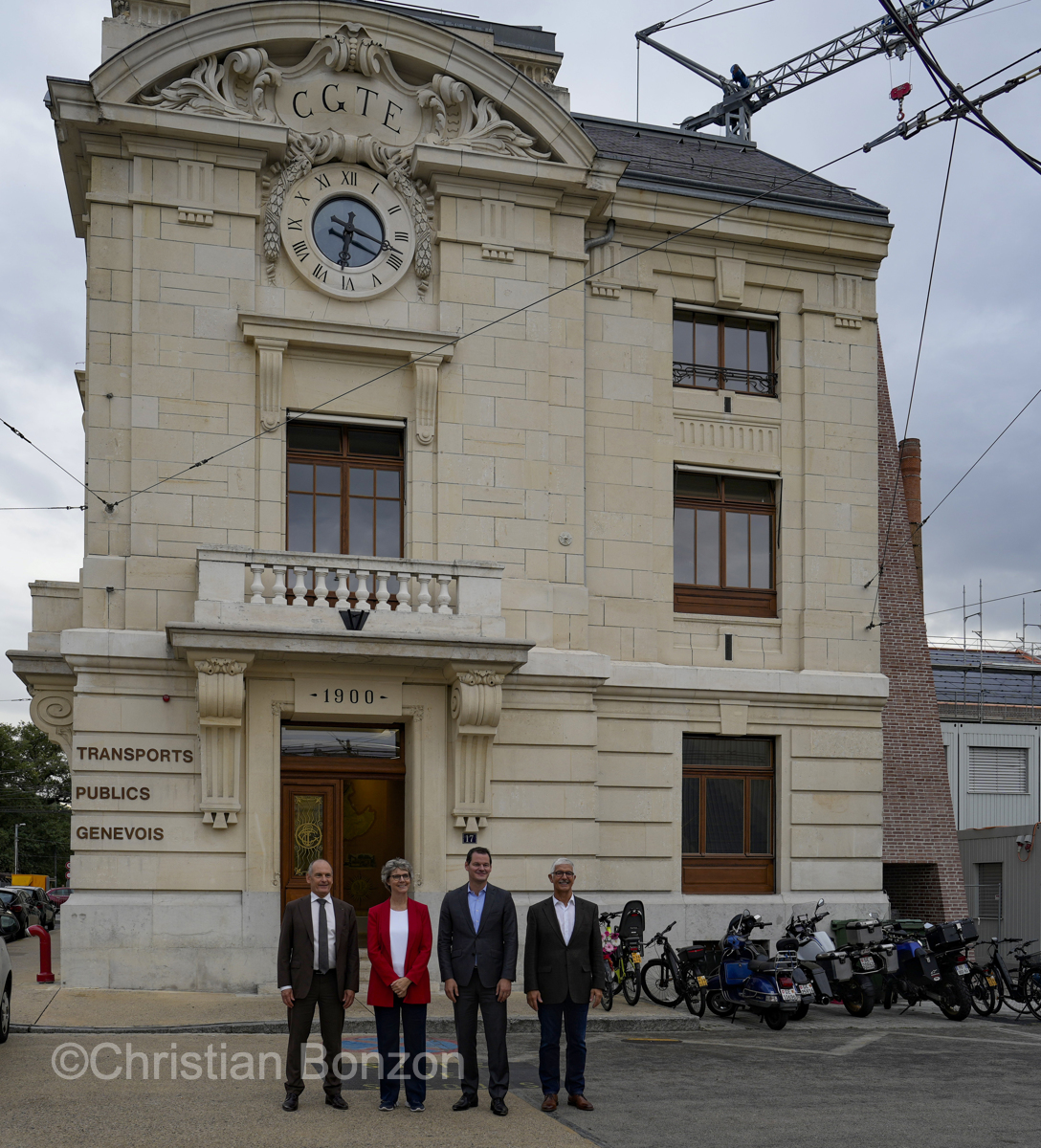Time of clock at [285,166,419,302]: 6:18
